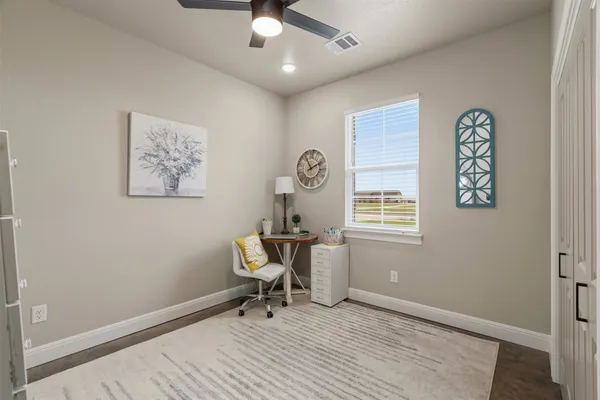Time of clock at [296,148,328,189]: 11:10
